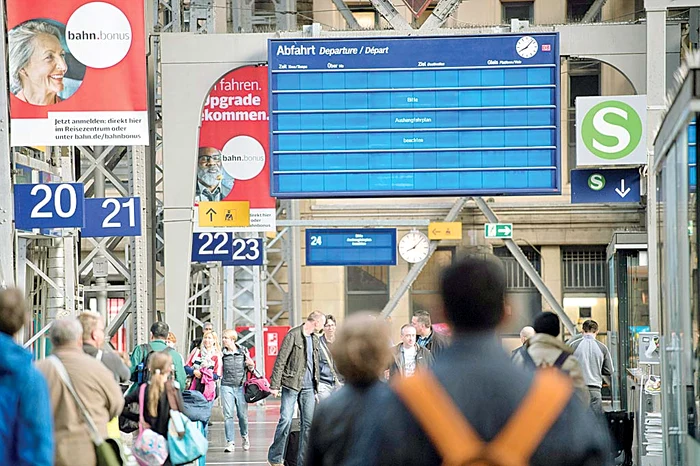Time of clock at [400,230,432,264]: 8:07
